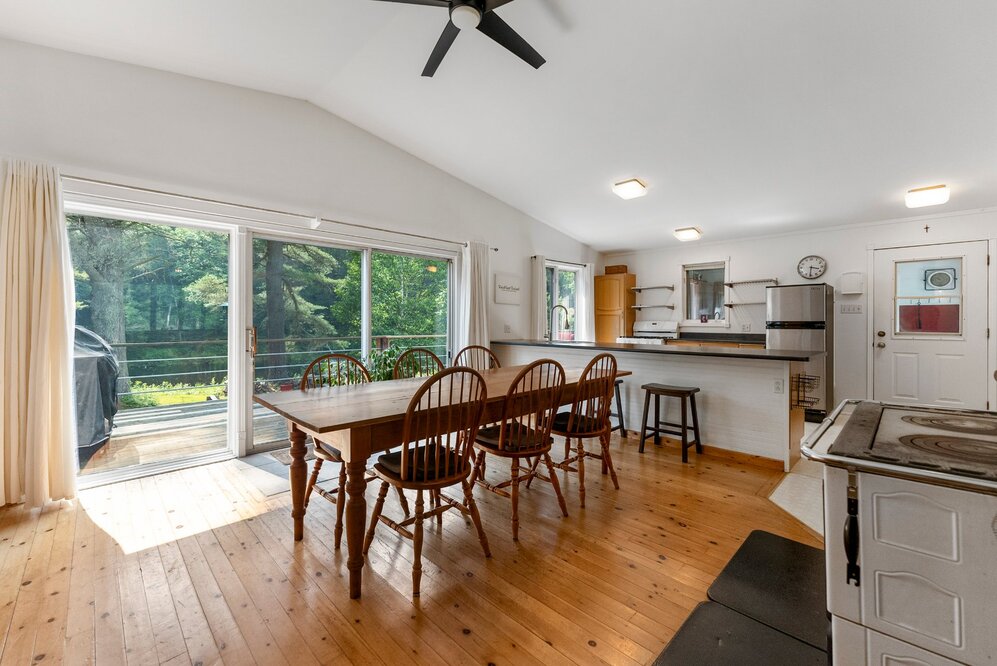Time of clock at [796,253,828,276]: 3:31
